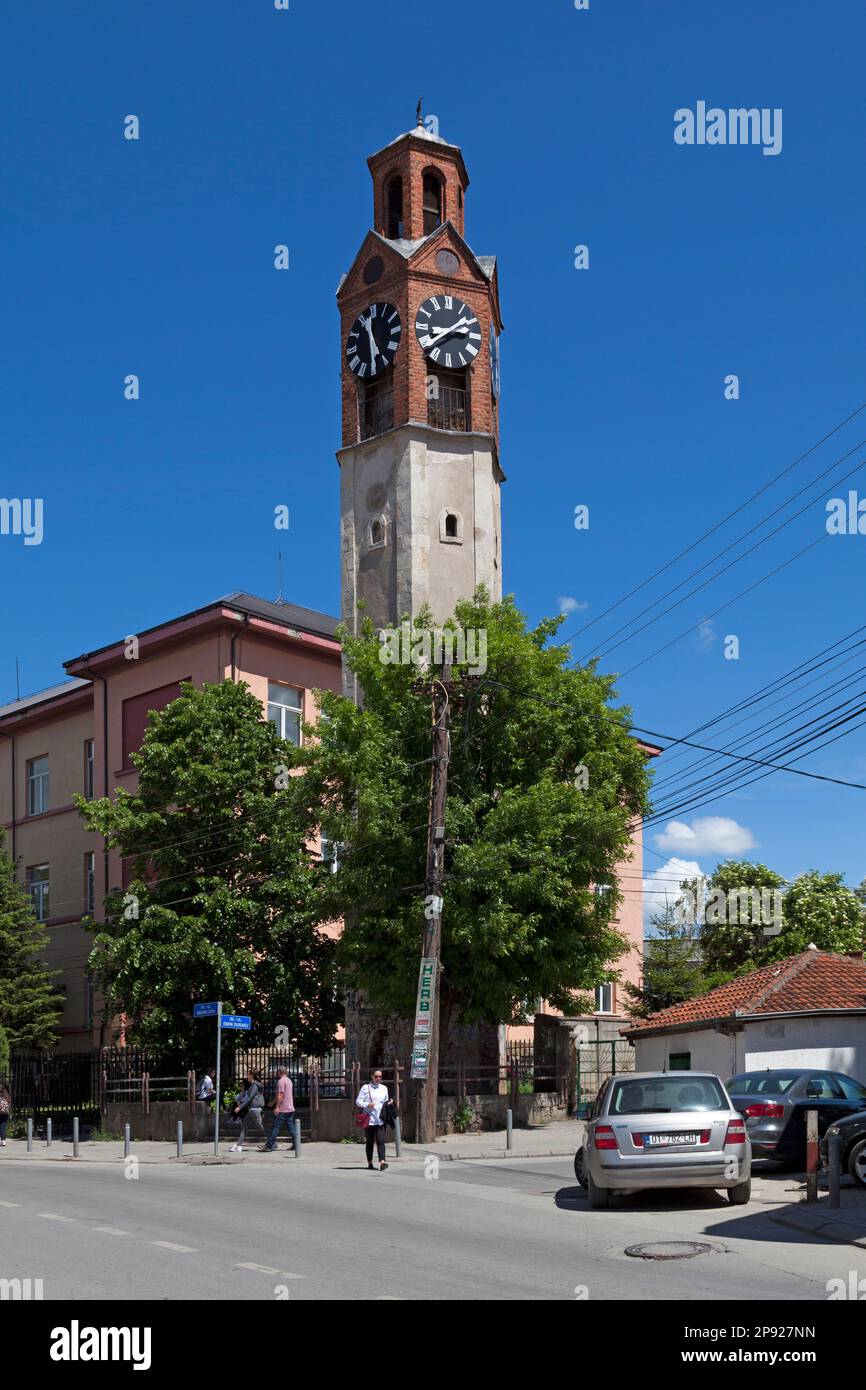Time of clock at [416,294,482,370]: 8:38
